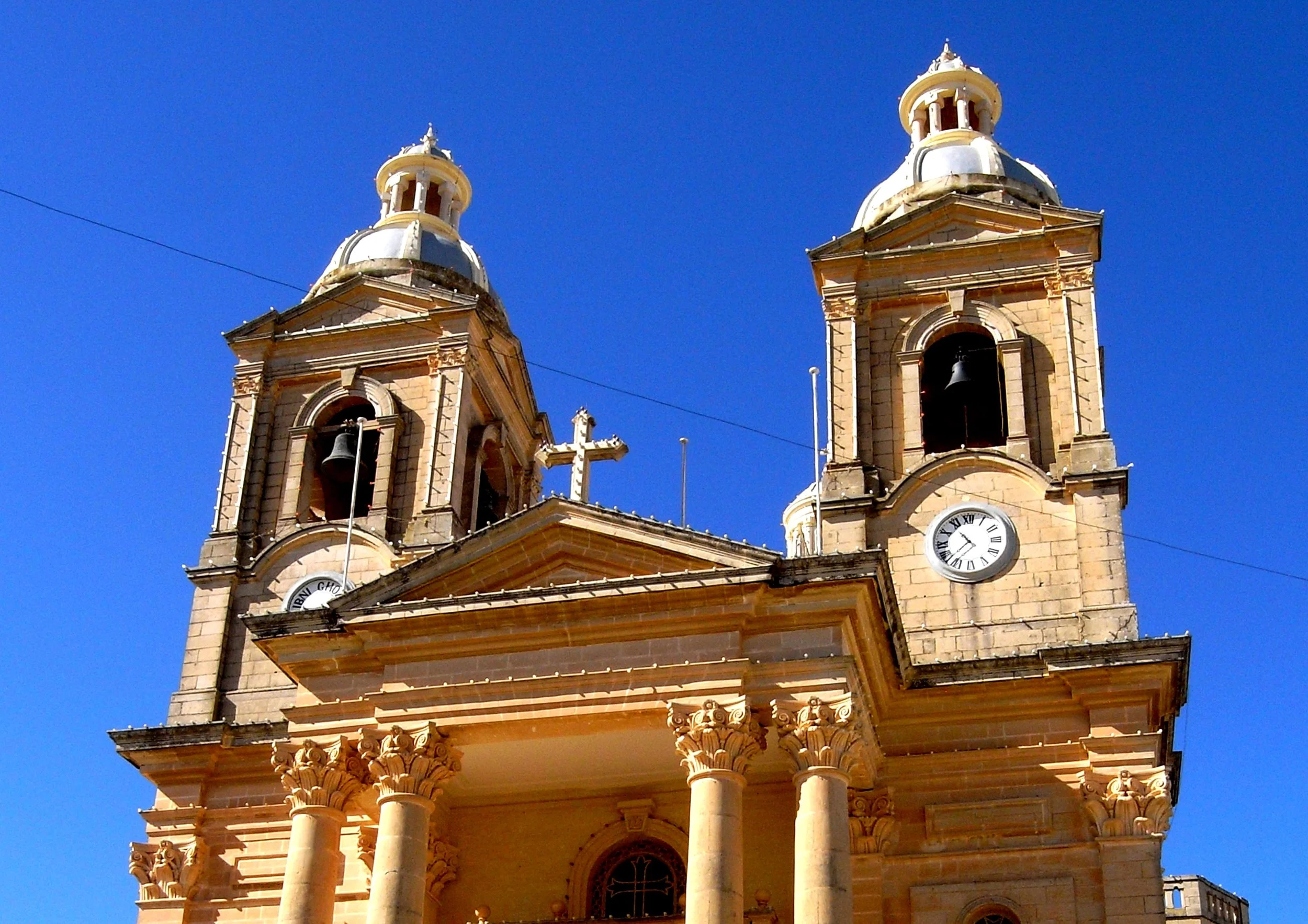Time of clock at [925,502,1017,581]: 10:38
